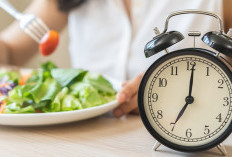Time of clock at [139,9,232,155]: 7:00
